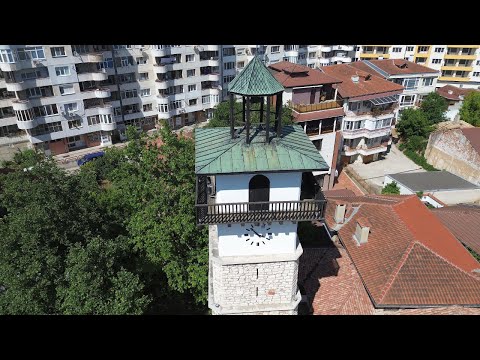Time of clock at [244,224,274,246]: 3:52
